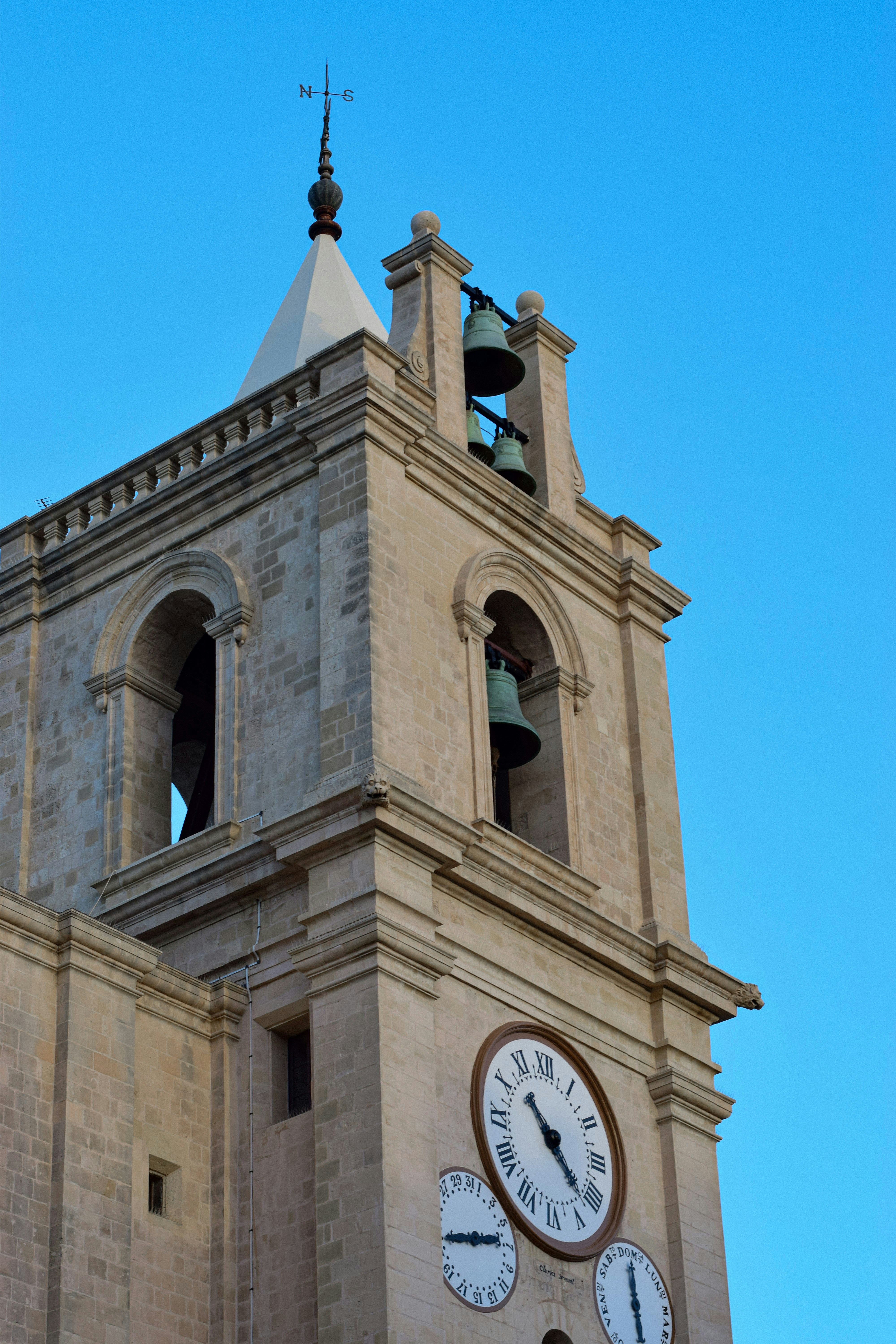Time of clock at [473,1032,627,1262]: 10:21
